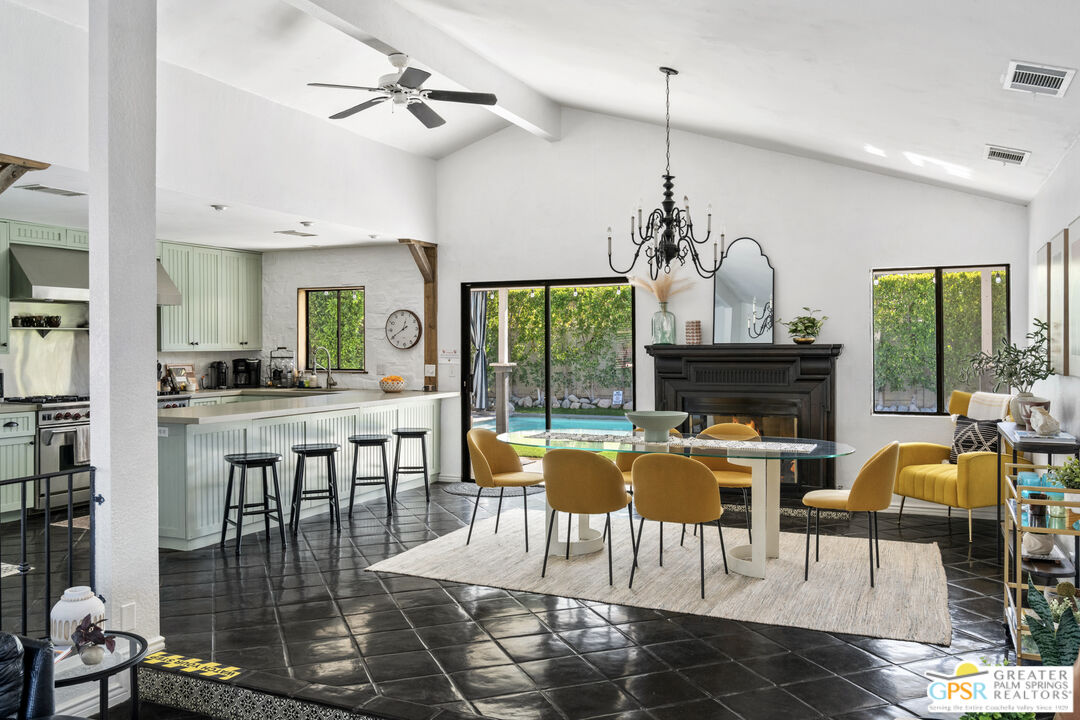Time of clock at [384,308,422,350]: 12:40
